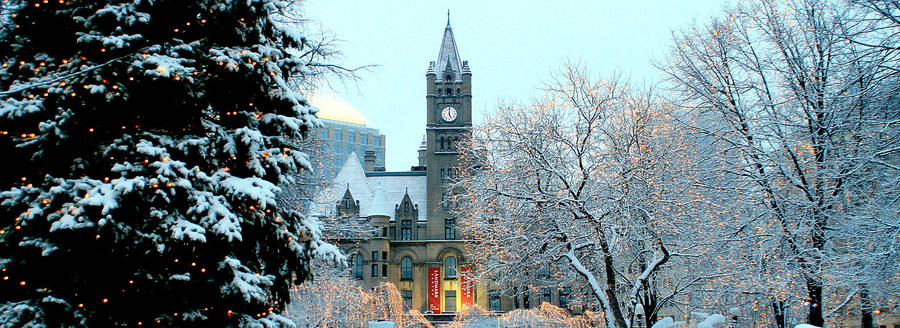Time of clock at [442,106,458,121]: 5:00
